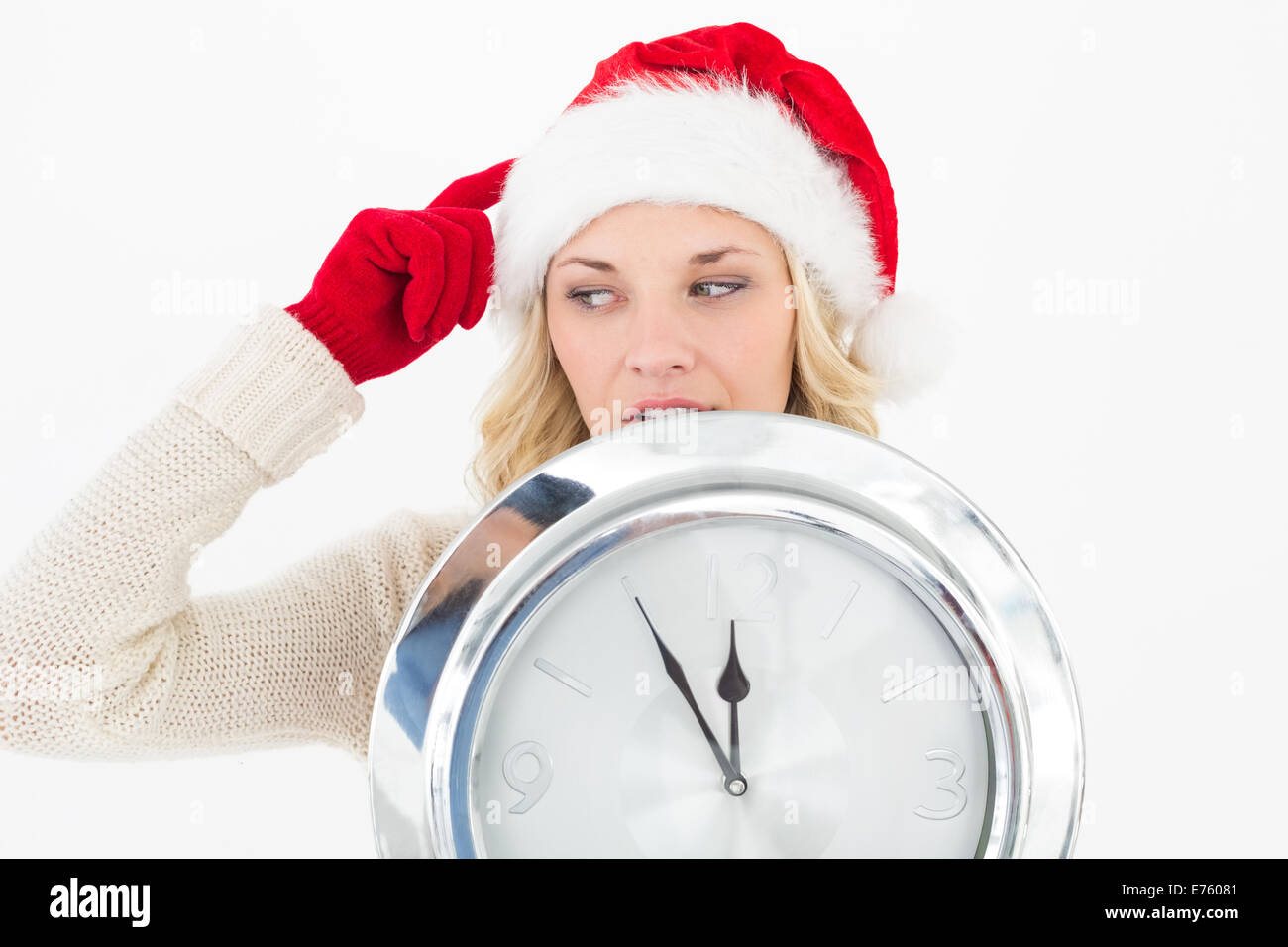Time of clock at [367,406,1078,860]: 11:55
